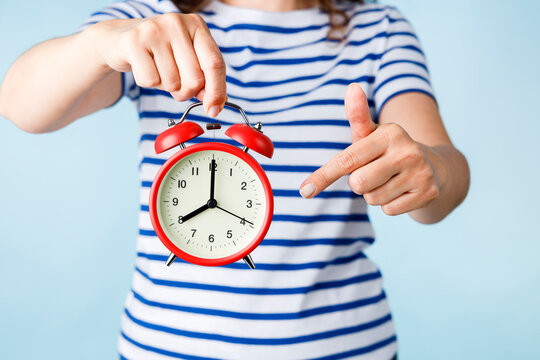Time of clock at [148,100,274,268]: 8:00
